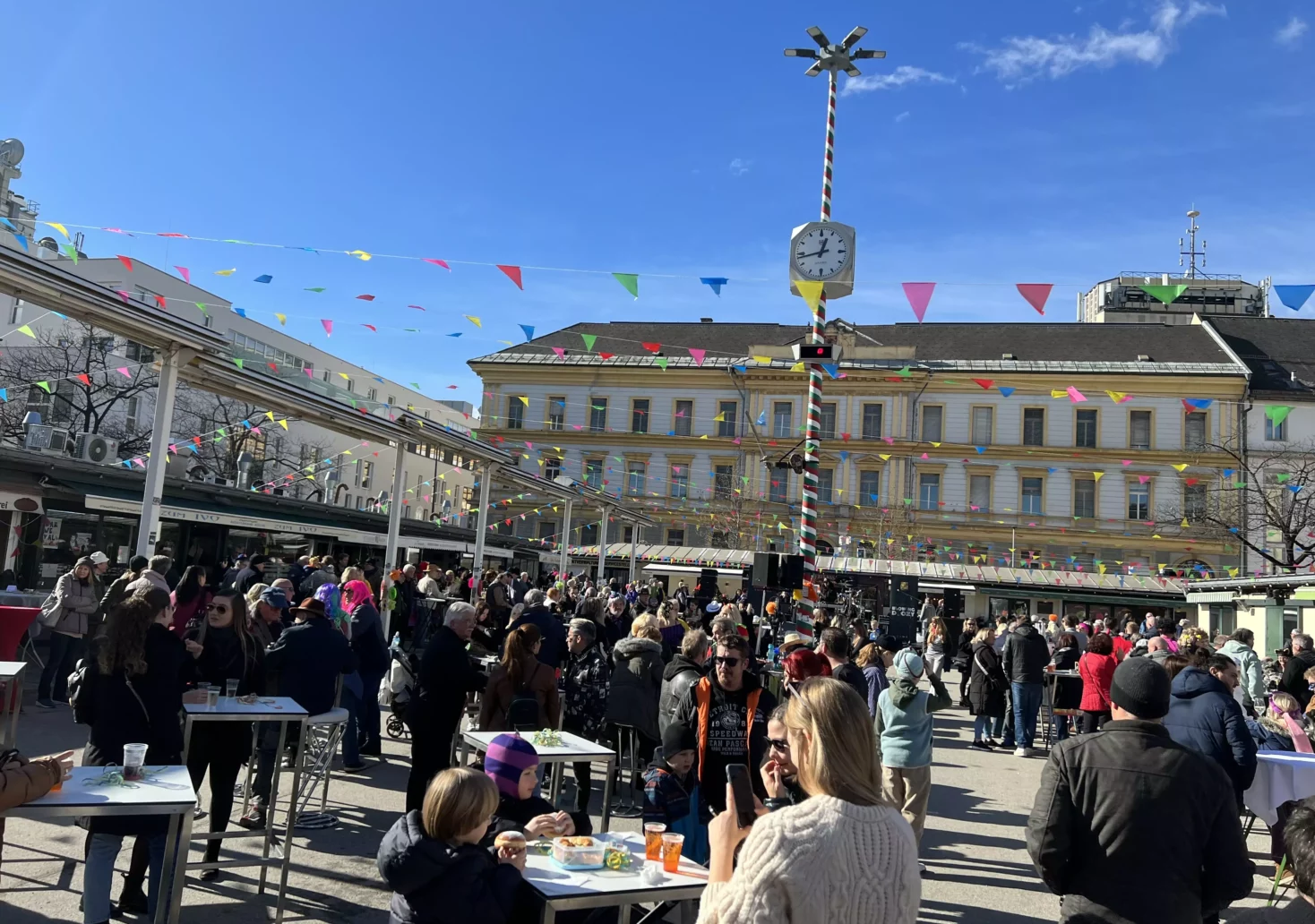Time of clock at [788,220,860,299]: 12:43
